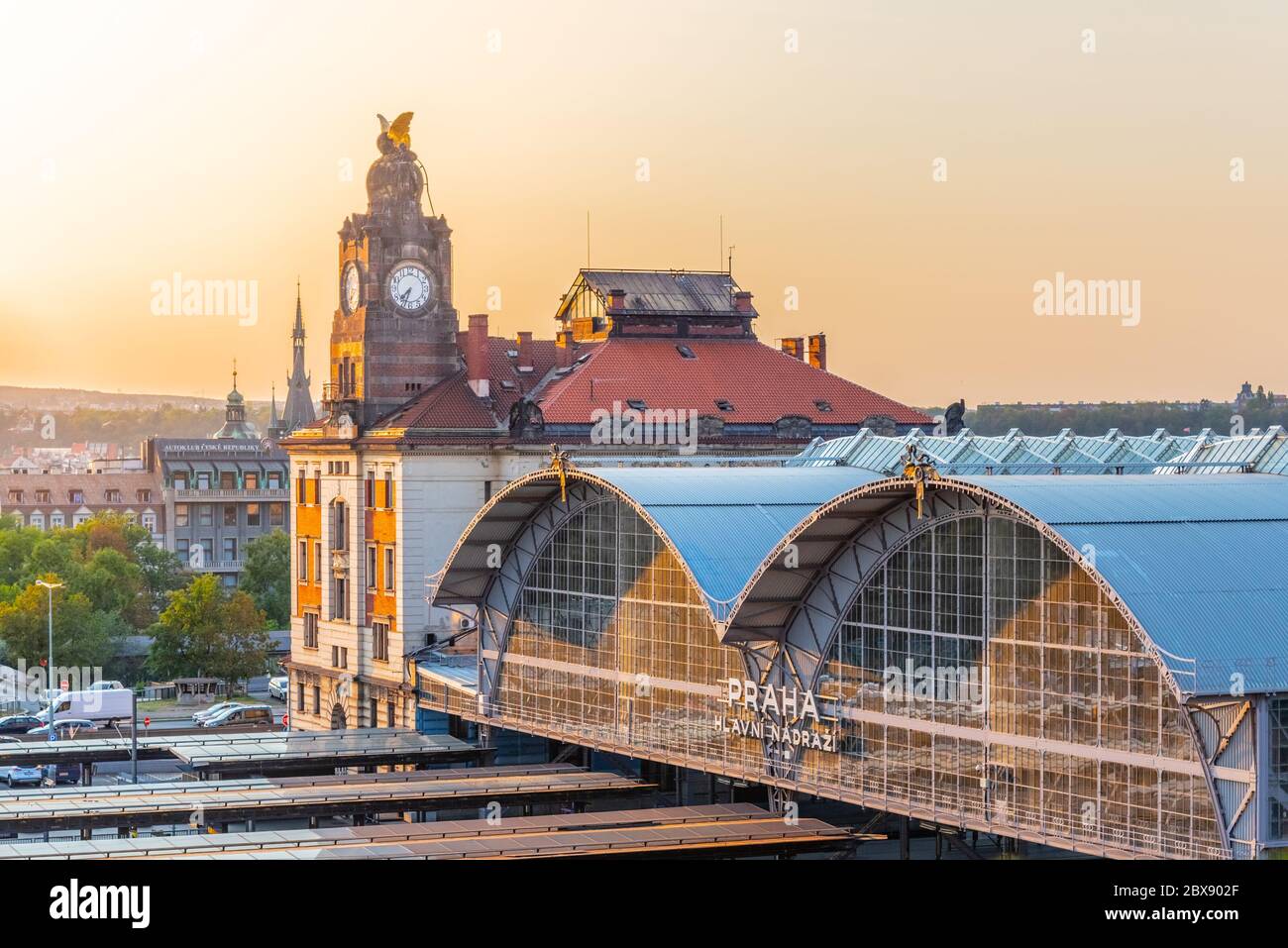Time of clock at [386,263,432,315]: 7:33
